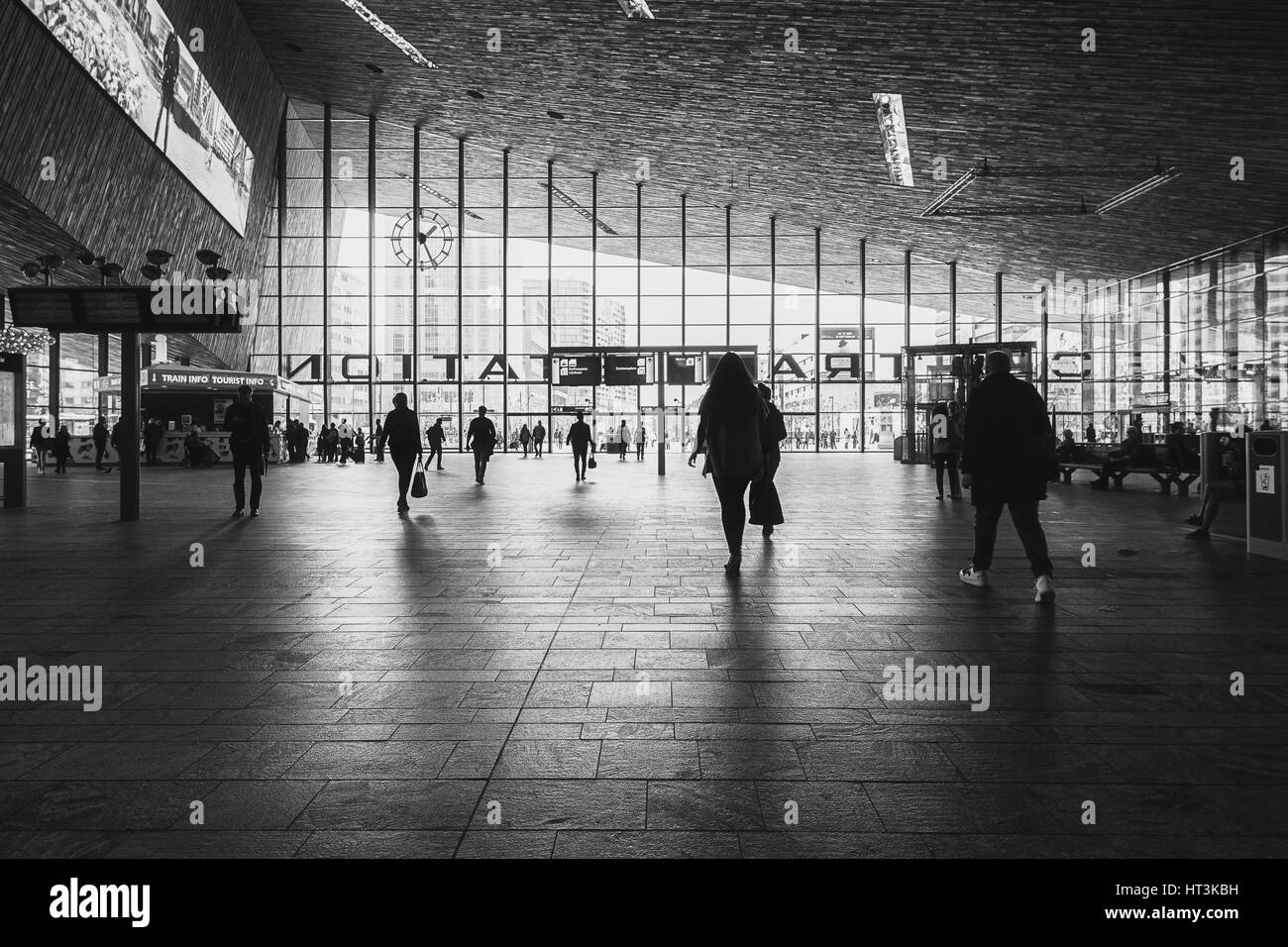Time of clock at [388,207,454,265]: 1:25
